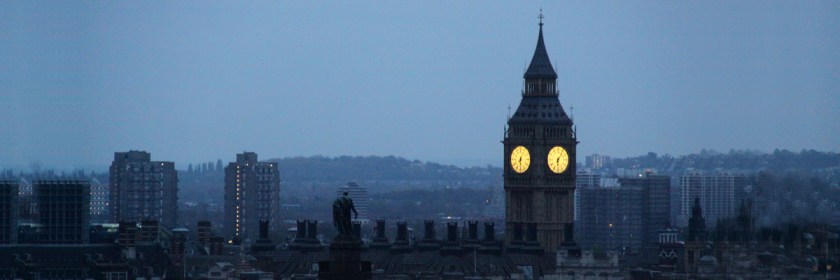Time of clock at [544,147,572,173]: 6:05
